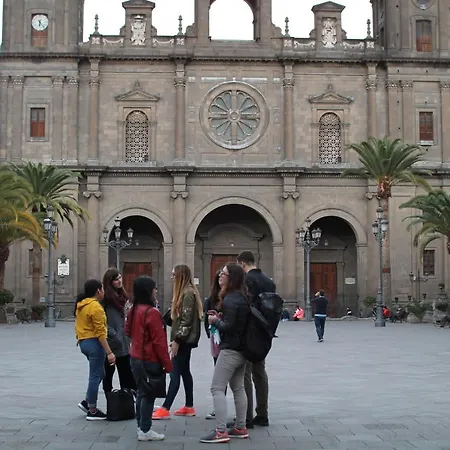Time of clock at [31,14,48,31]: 6:23
